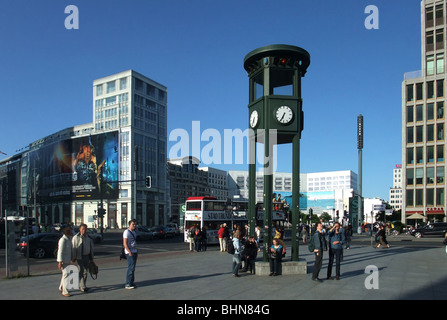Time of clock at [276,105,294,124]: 6:34
